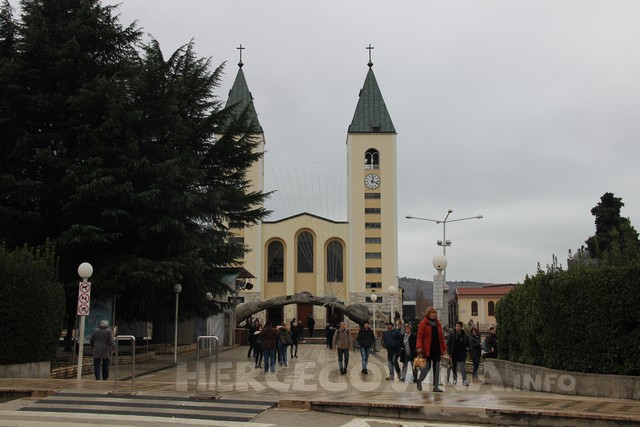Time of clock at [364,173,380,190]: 12:18
